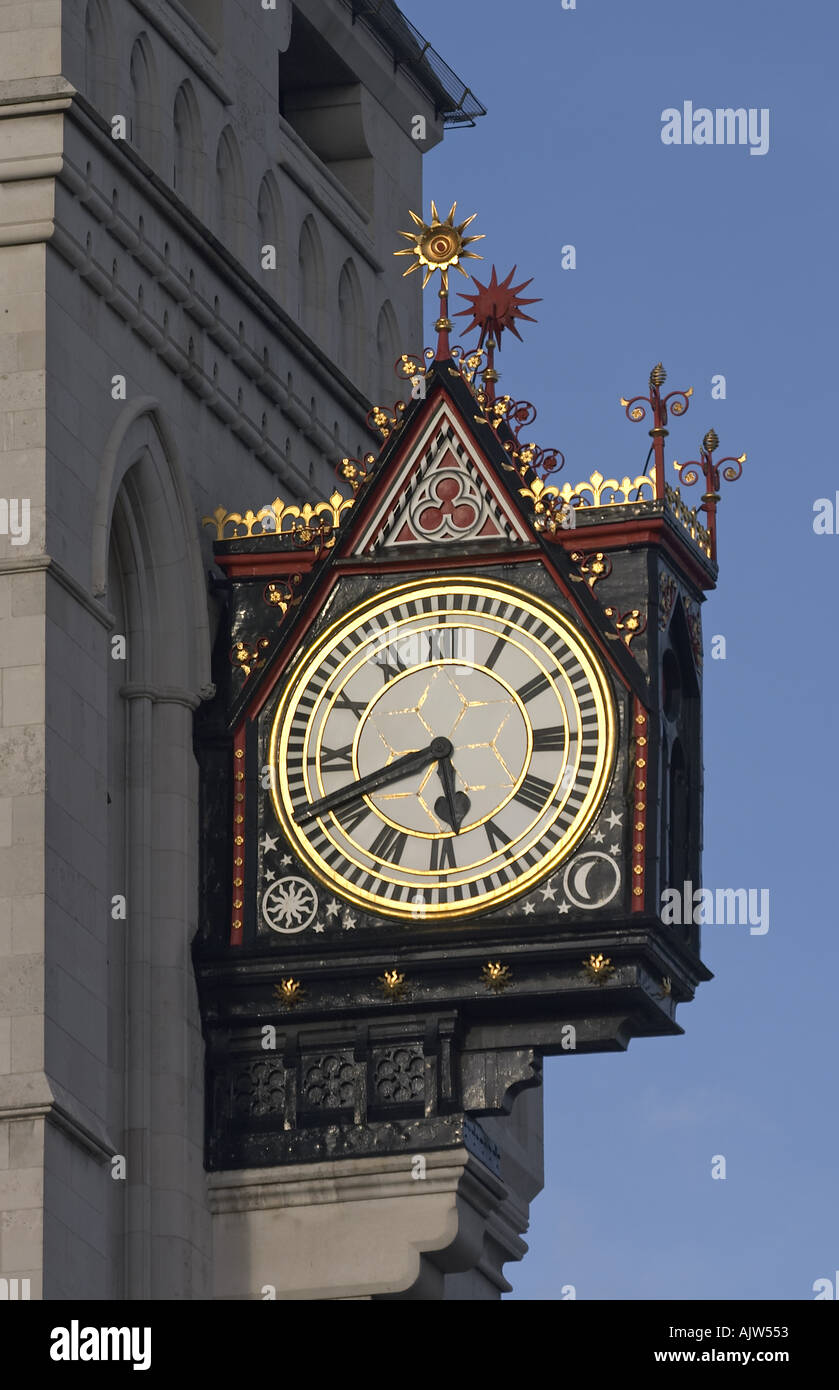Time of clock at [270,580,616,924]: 5:41
